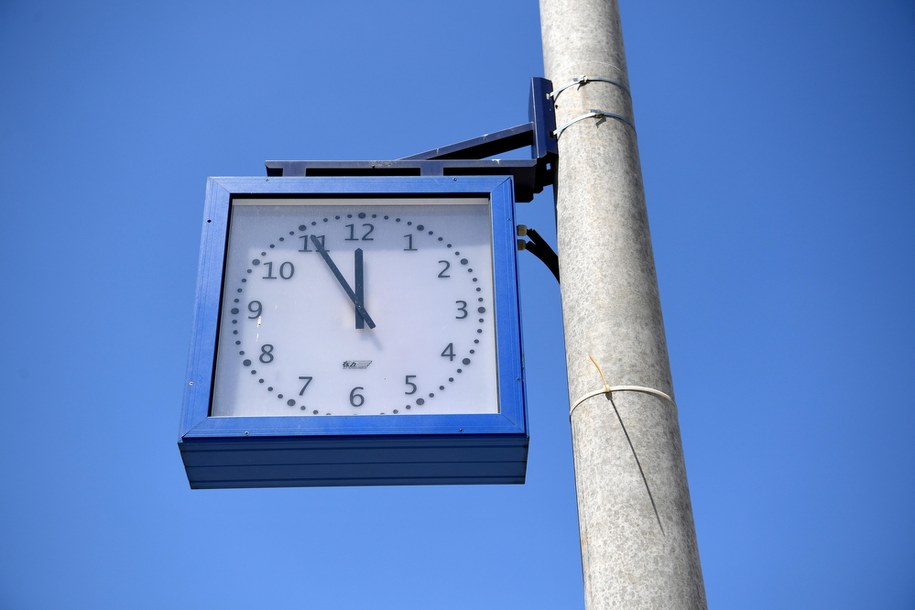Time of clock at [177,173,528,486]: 11:55
